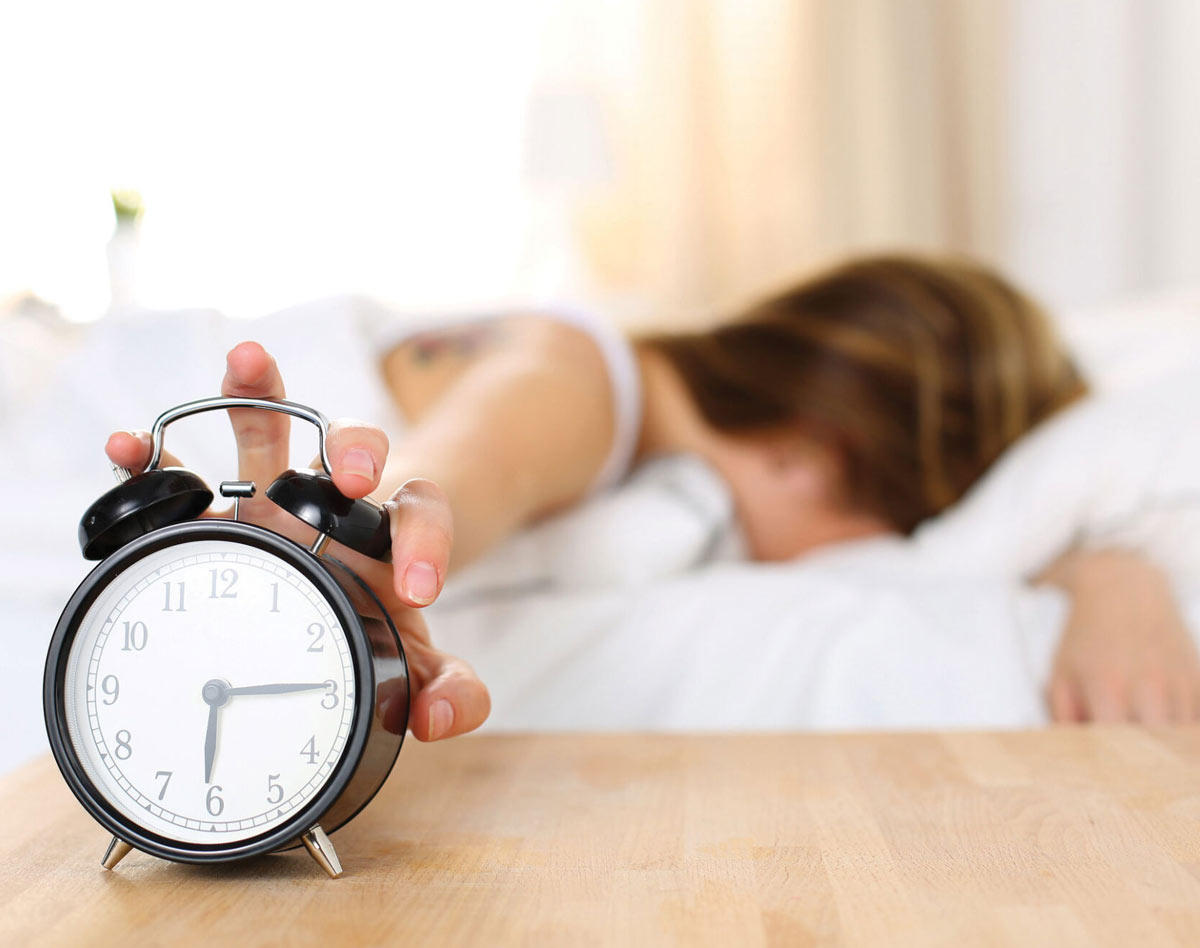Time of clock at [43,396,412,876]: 6:14
